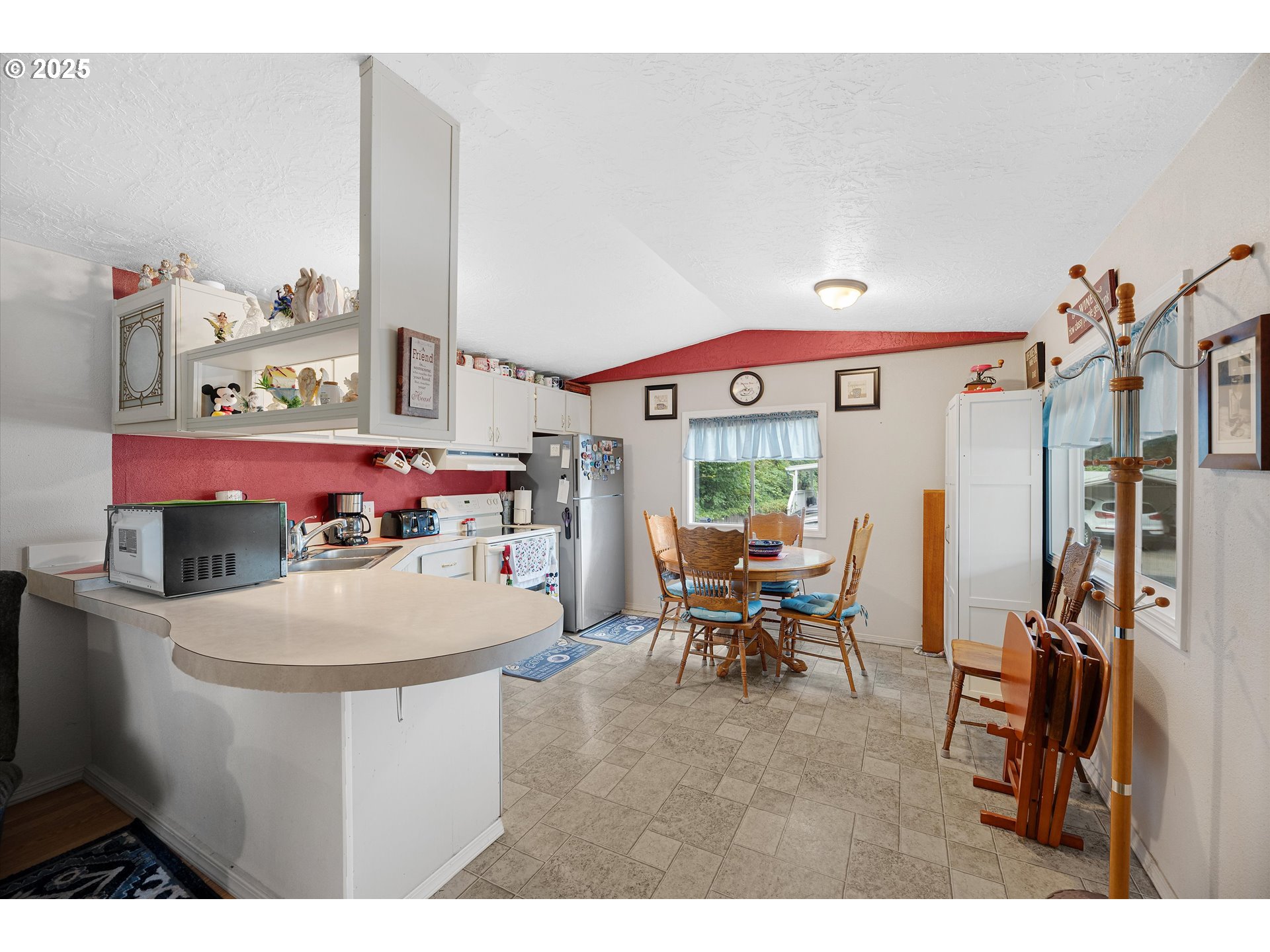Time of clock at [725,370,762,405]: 10:41
